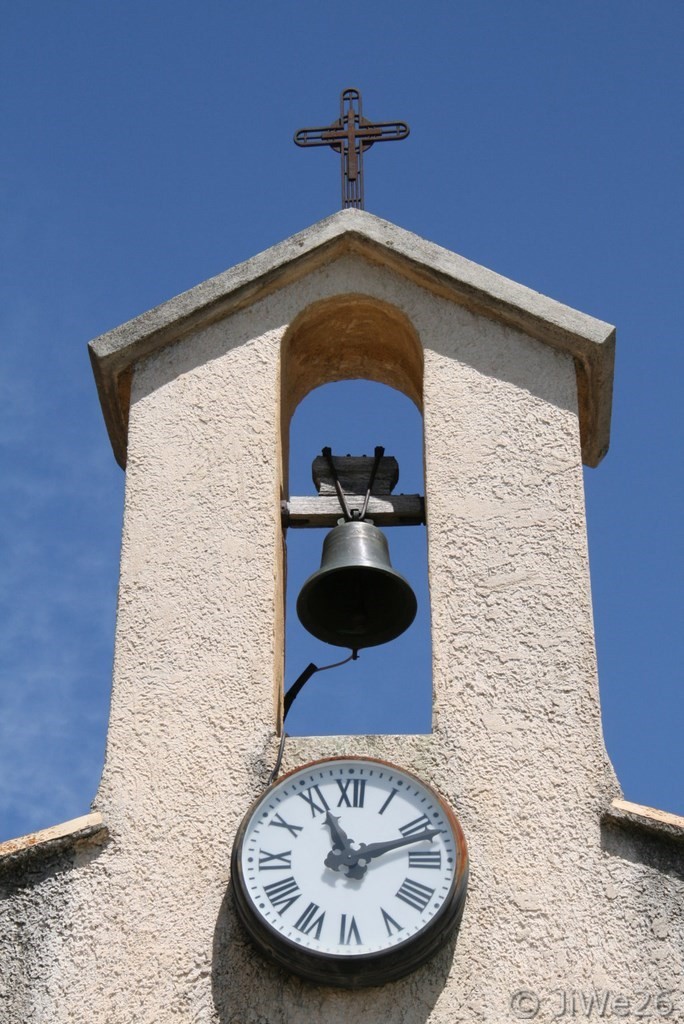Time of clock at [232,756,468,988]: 11:11
